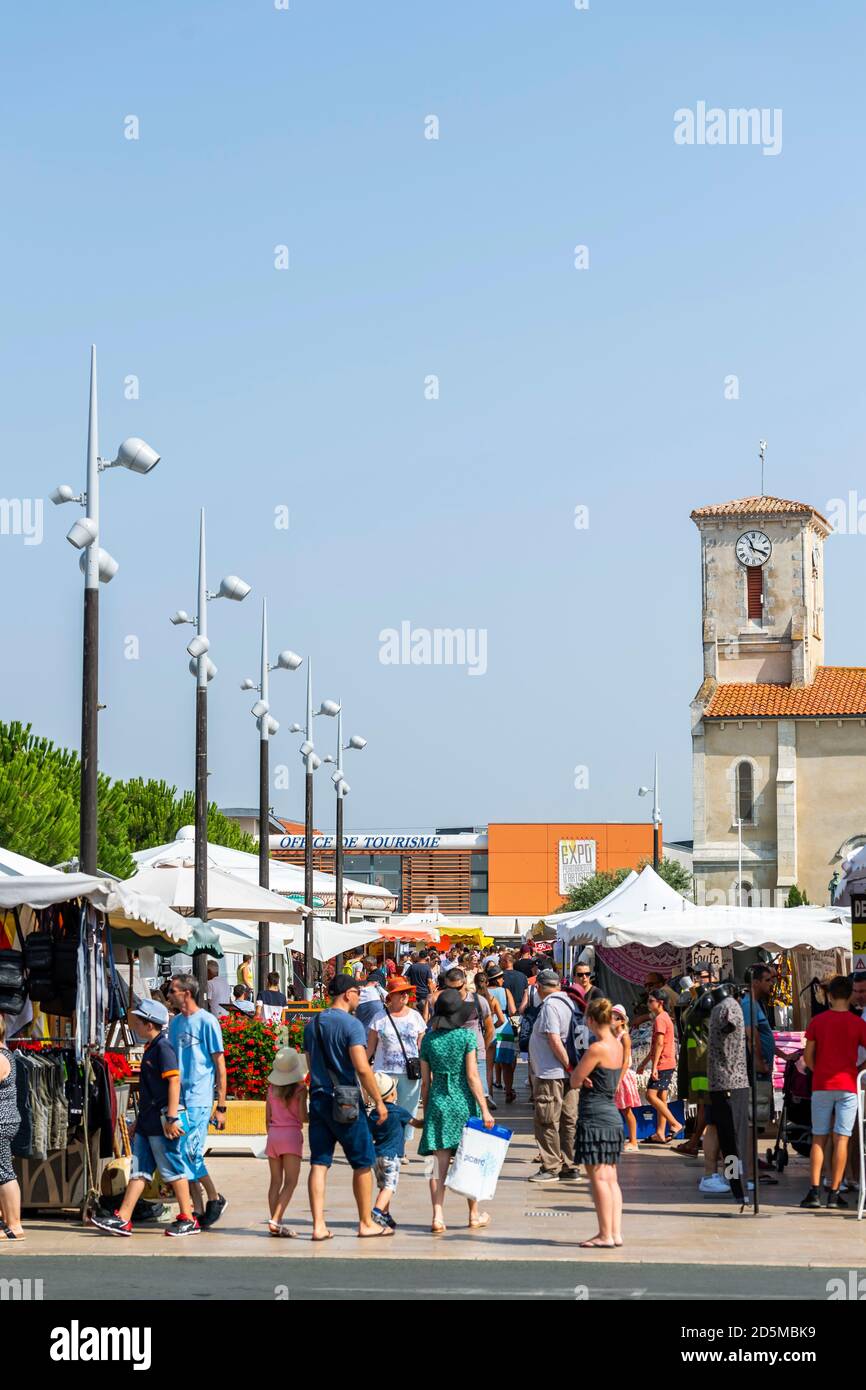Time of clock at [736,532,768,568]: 11:18
